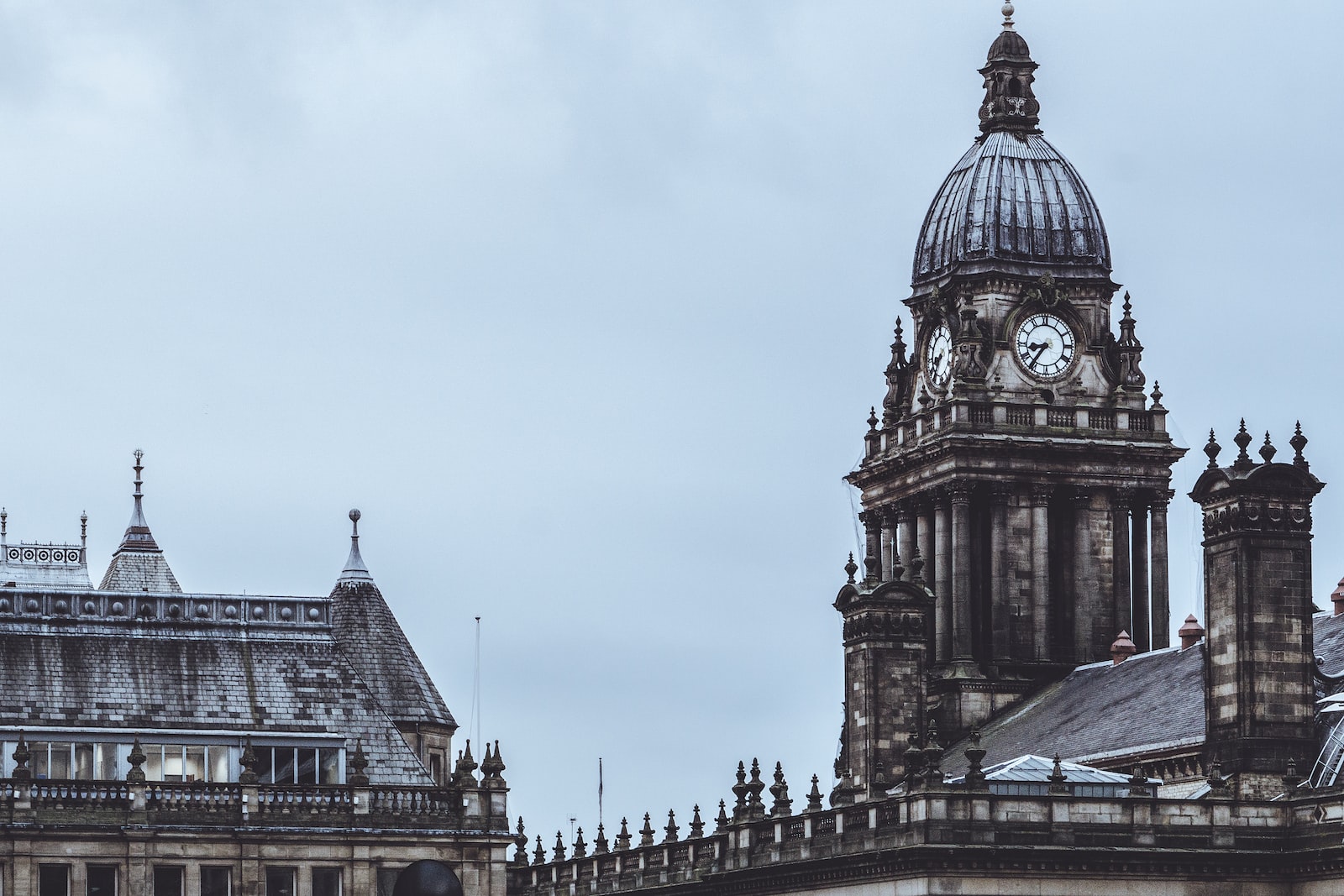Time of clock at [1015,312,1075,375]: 8:36
